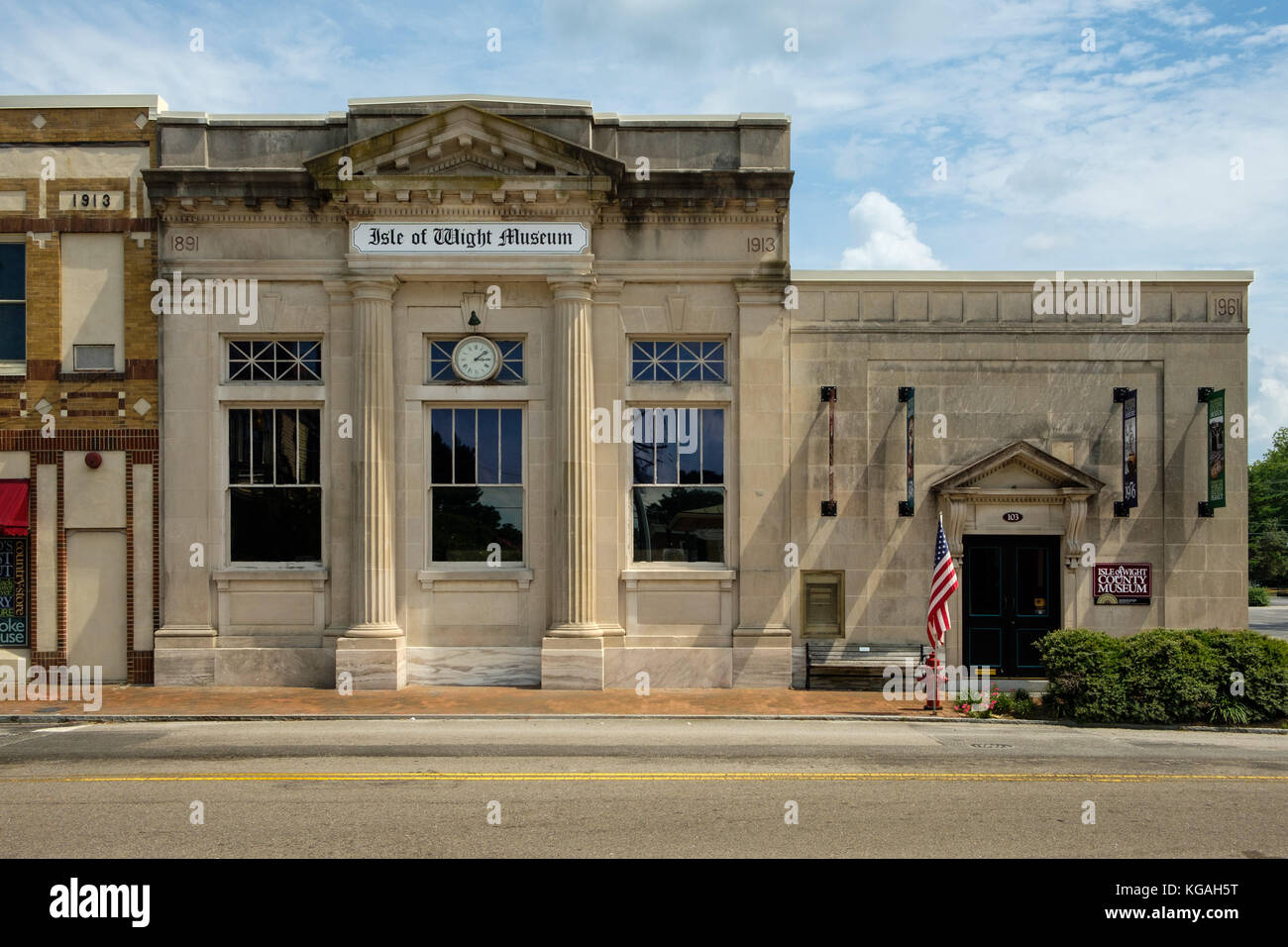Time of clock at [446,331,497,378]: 3:08
